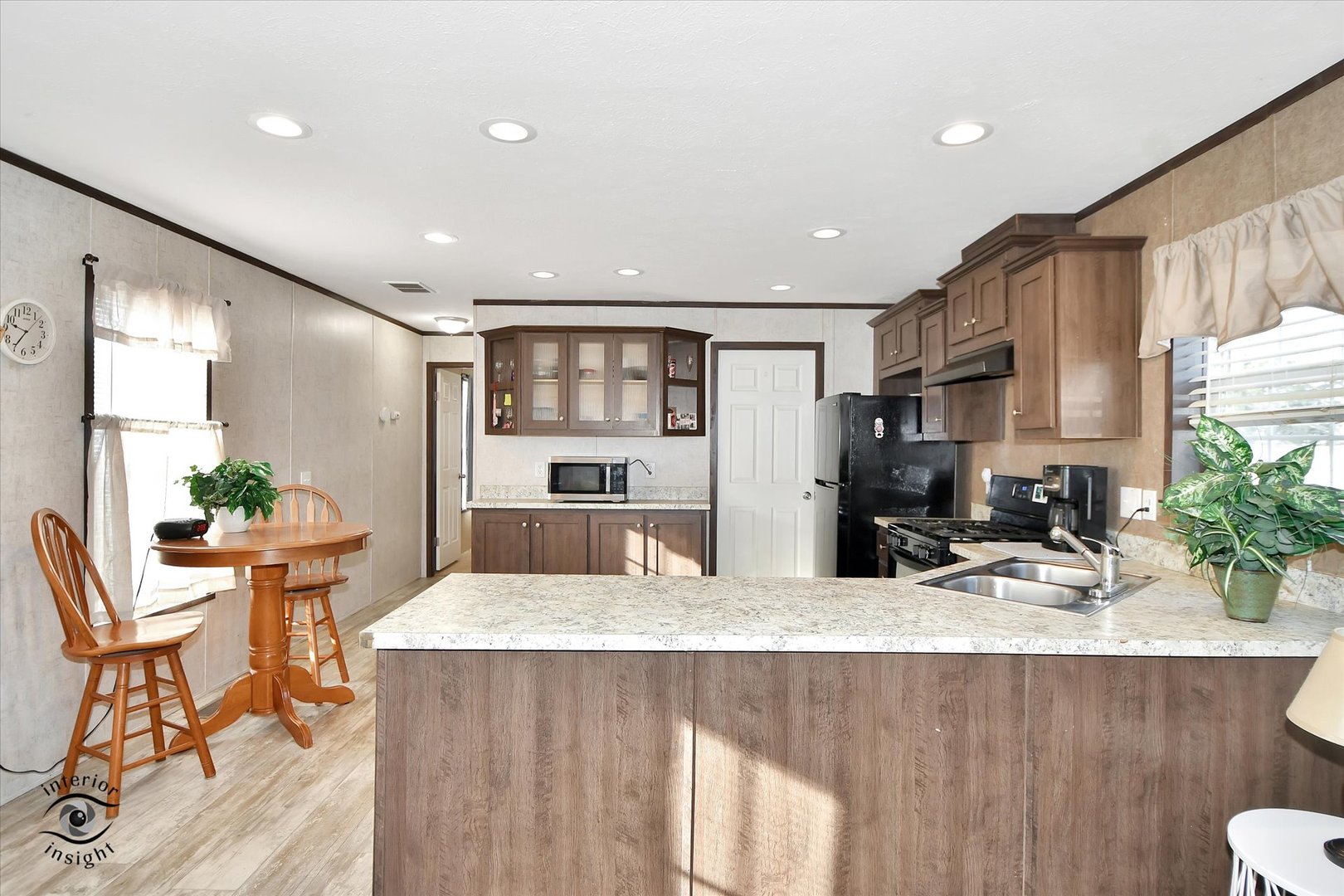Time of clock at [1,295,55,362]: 9:35
